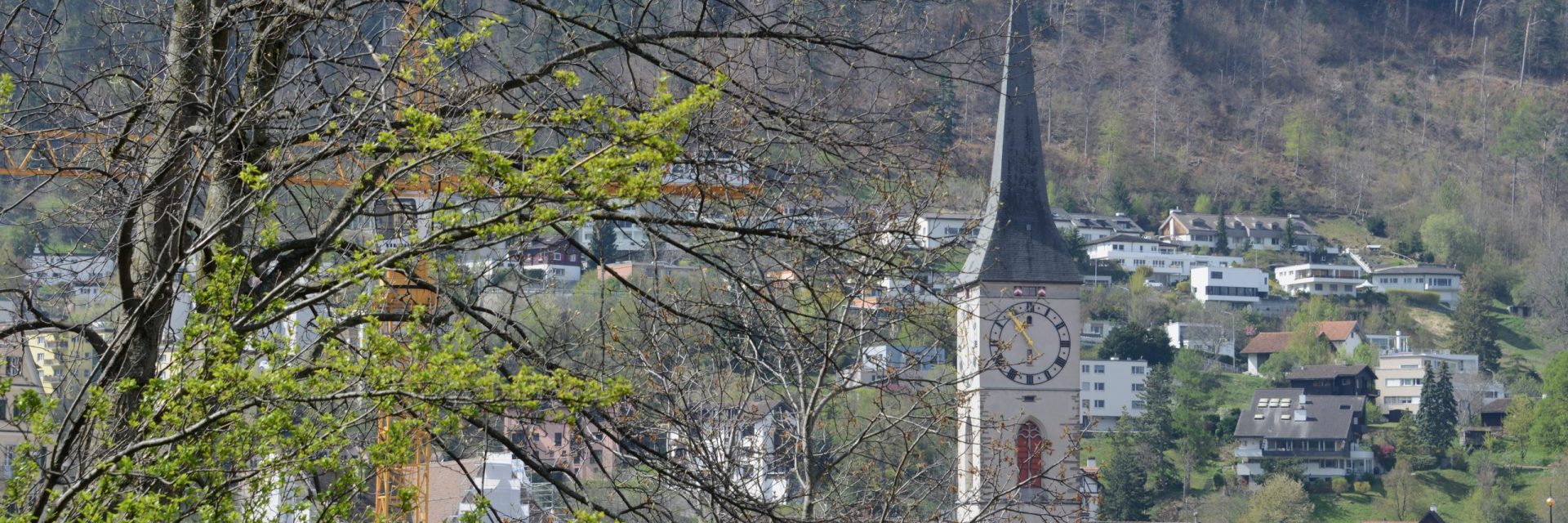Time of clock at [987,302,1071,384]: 5:54
